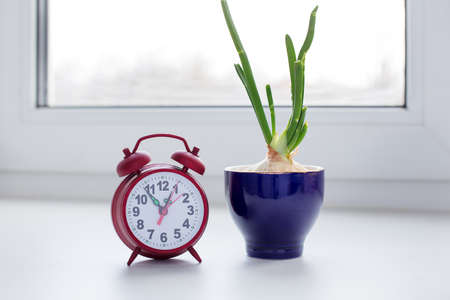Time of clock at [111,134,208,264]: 12:53
